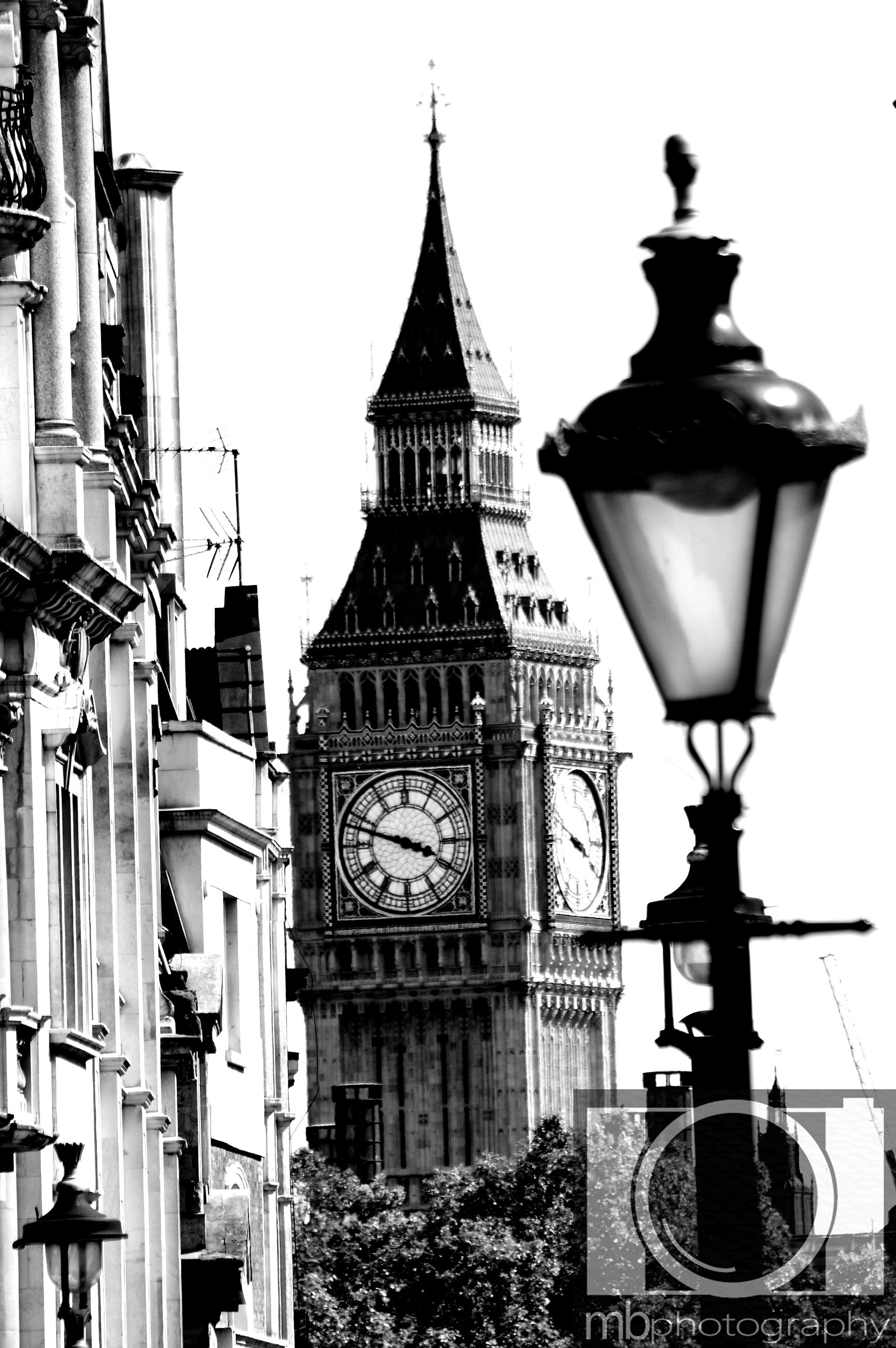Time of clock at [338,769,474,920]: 3:47
